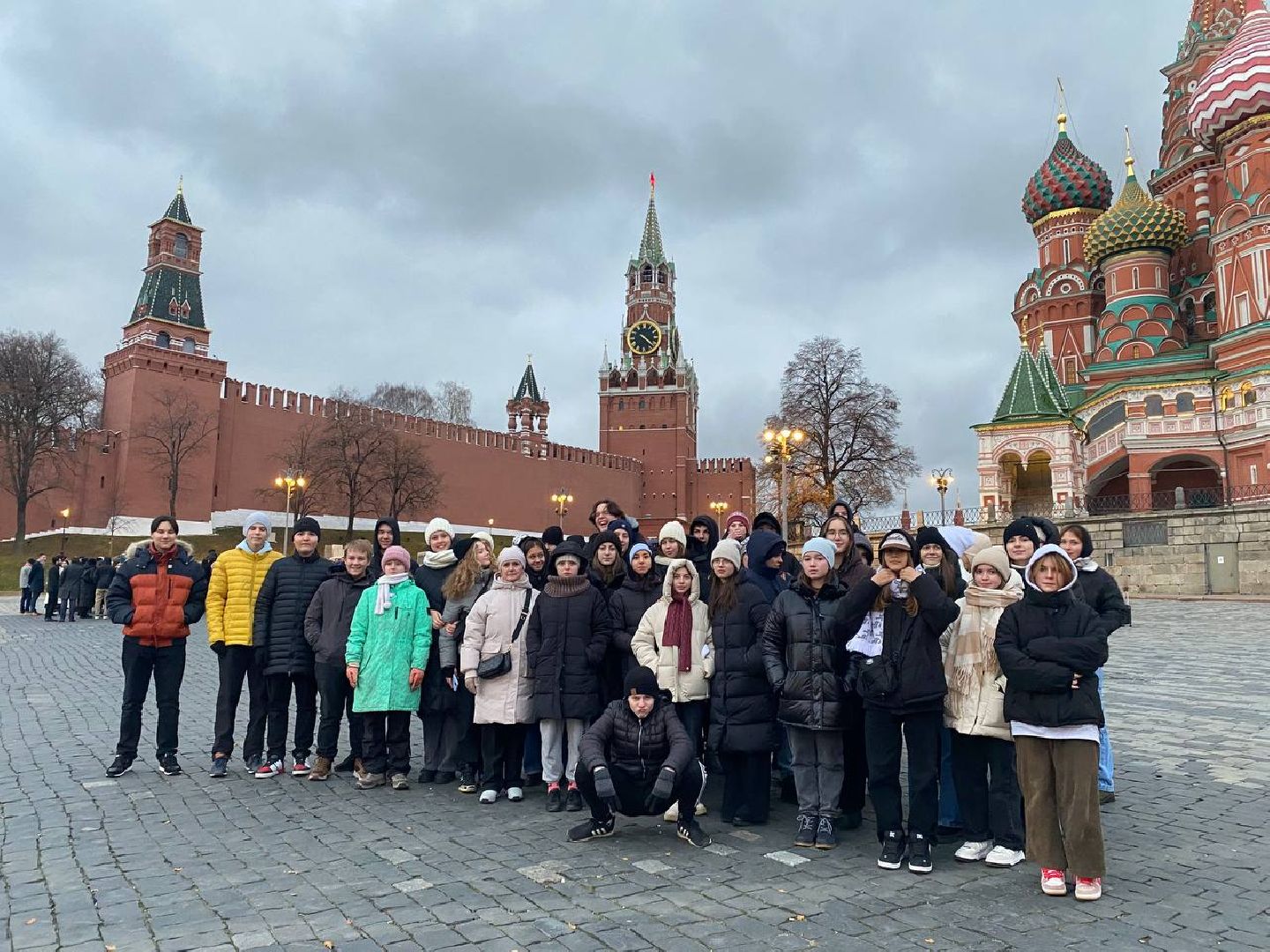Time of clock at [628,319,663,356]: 4:21
